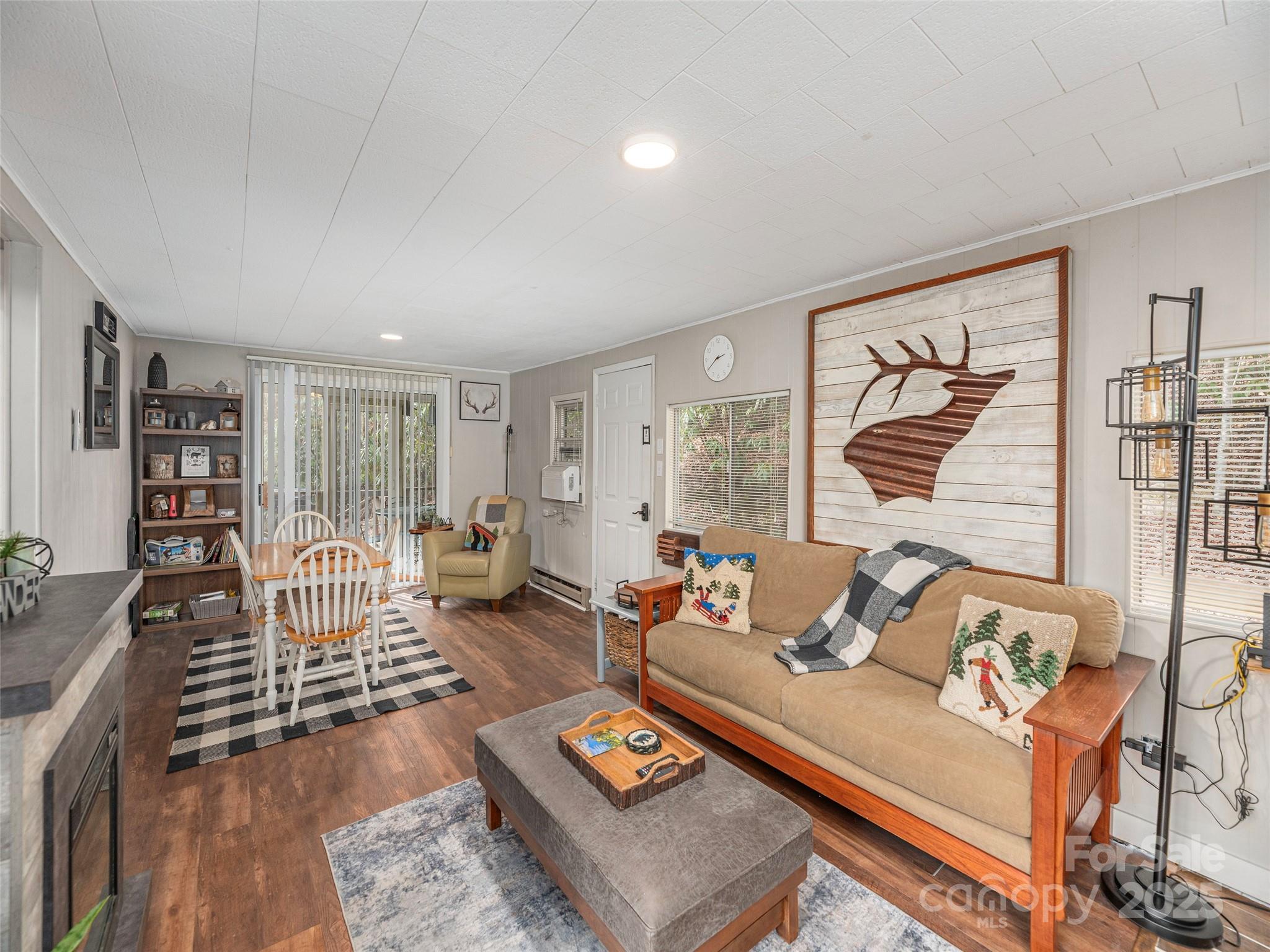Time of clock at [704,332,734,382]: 2:40
